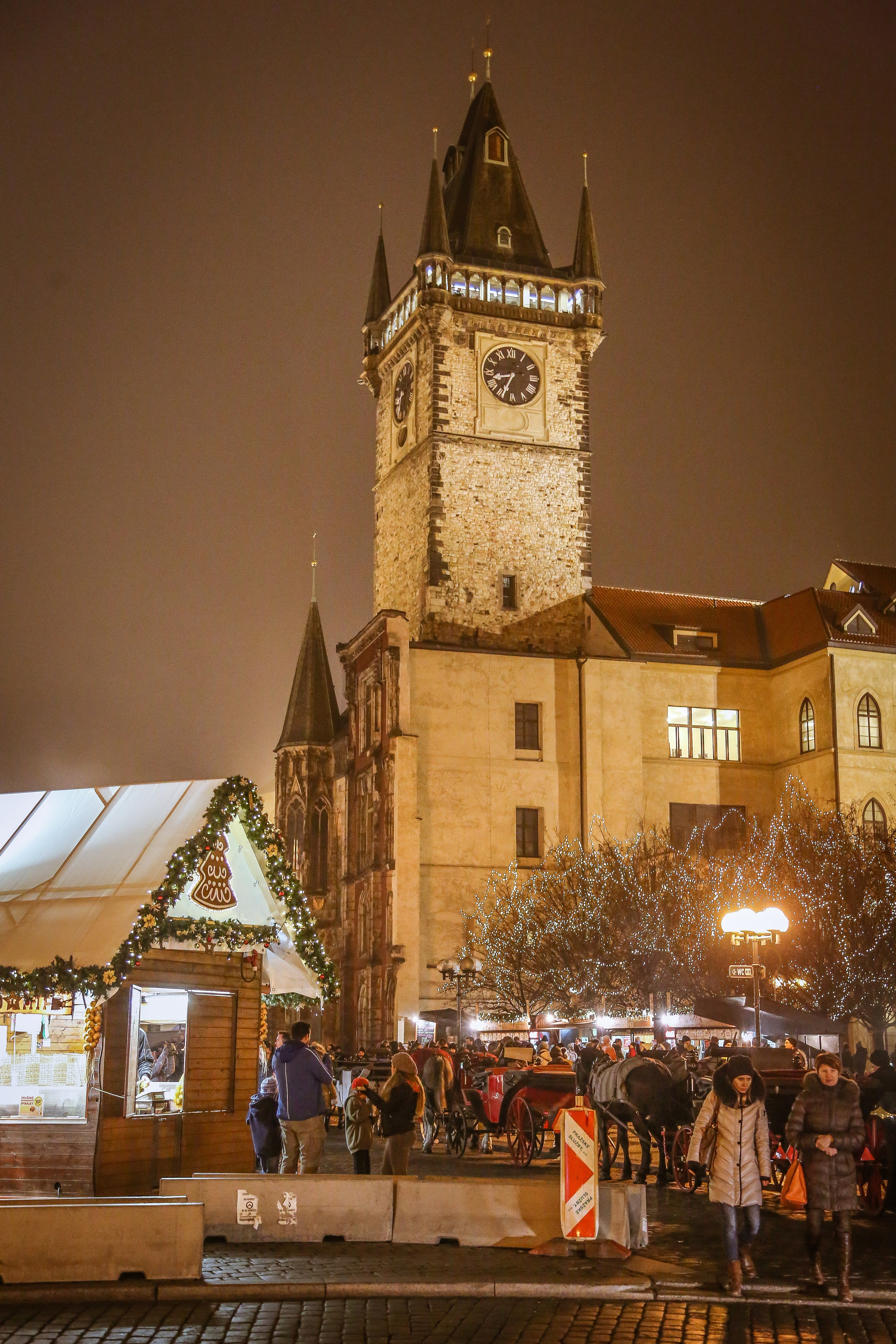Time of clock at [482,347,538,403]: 8:34
